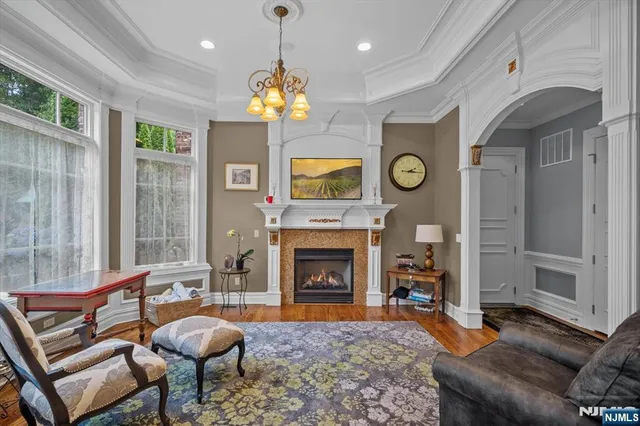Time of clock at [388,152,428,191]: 2:16
